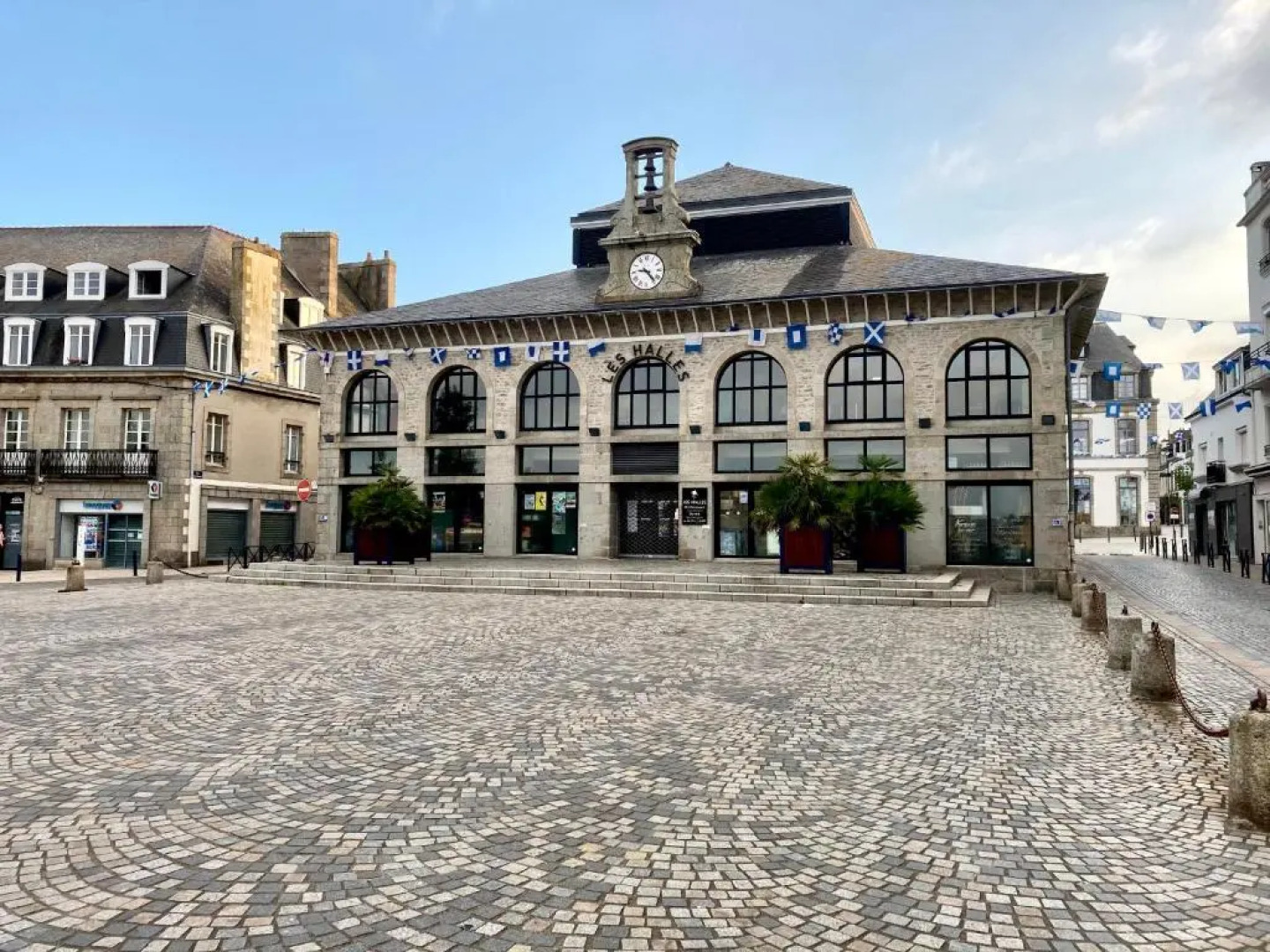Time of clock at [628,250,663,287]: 9:23
